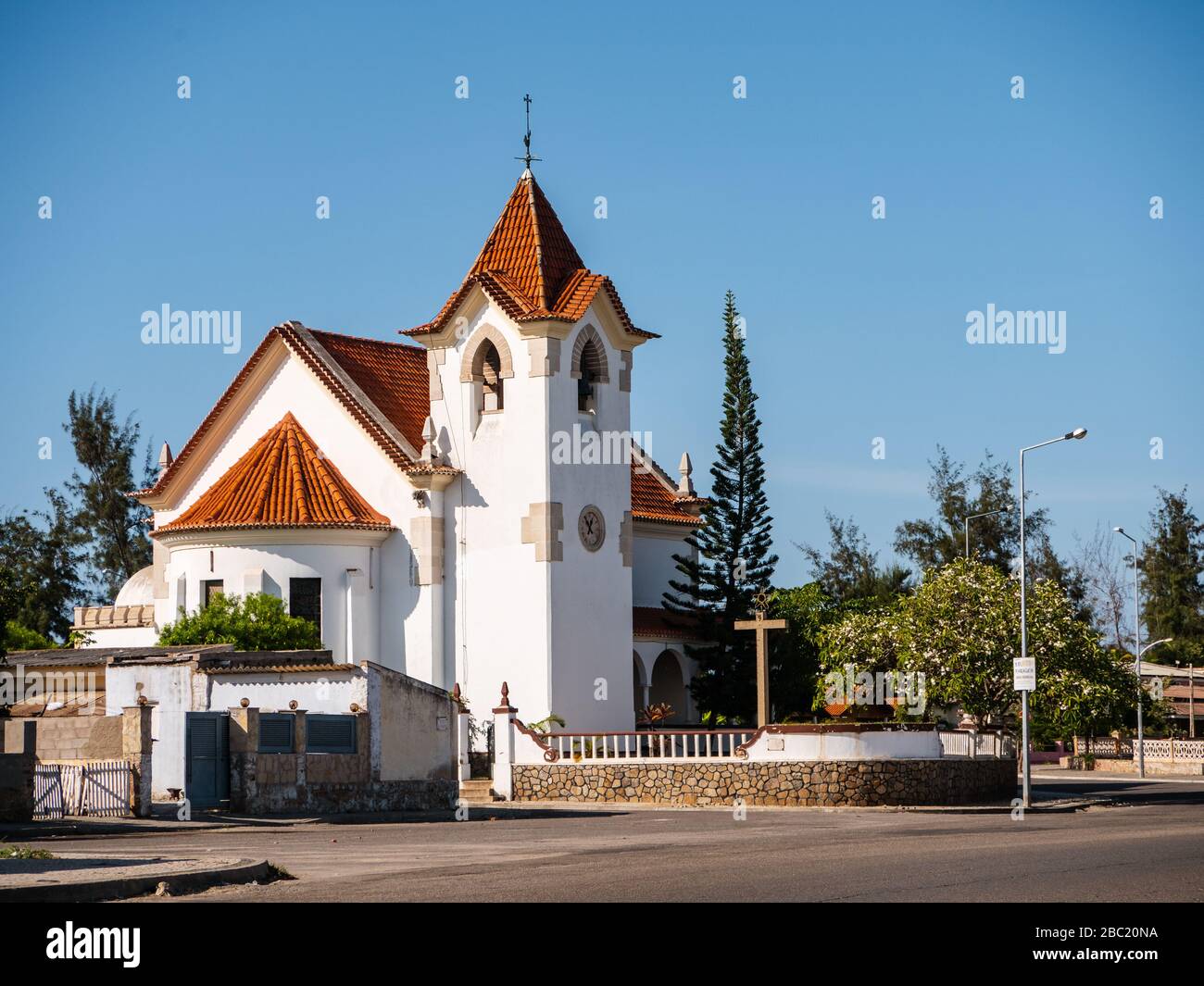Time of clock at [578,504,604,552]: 12:52
